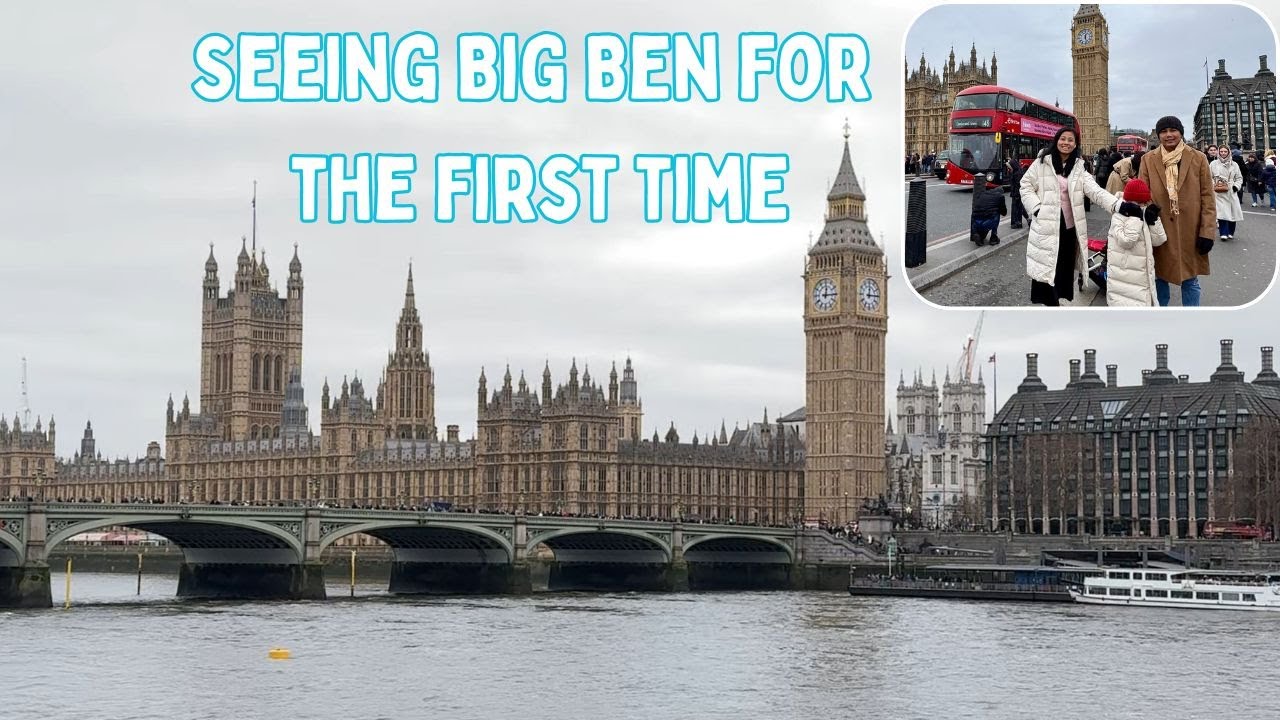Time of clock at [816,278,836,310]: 12:14
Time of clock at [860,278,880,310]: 12:14
